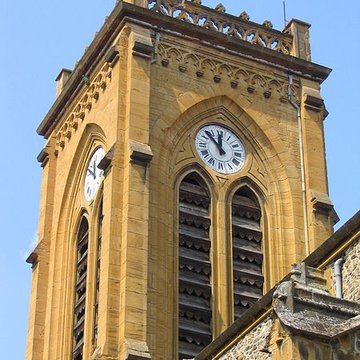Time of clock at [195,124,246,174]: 11:52
